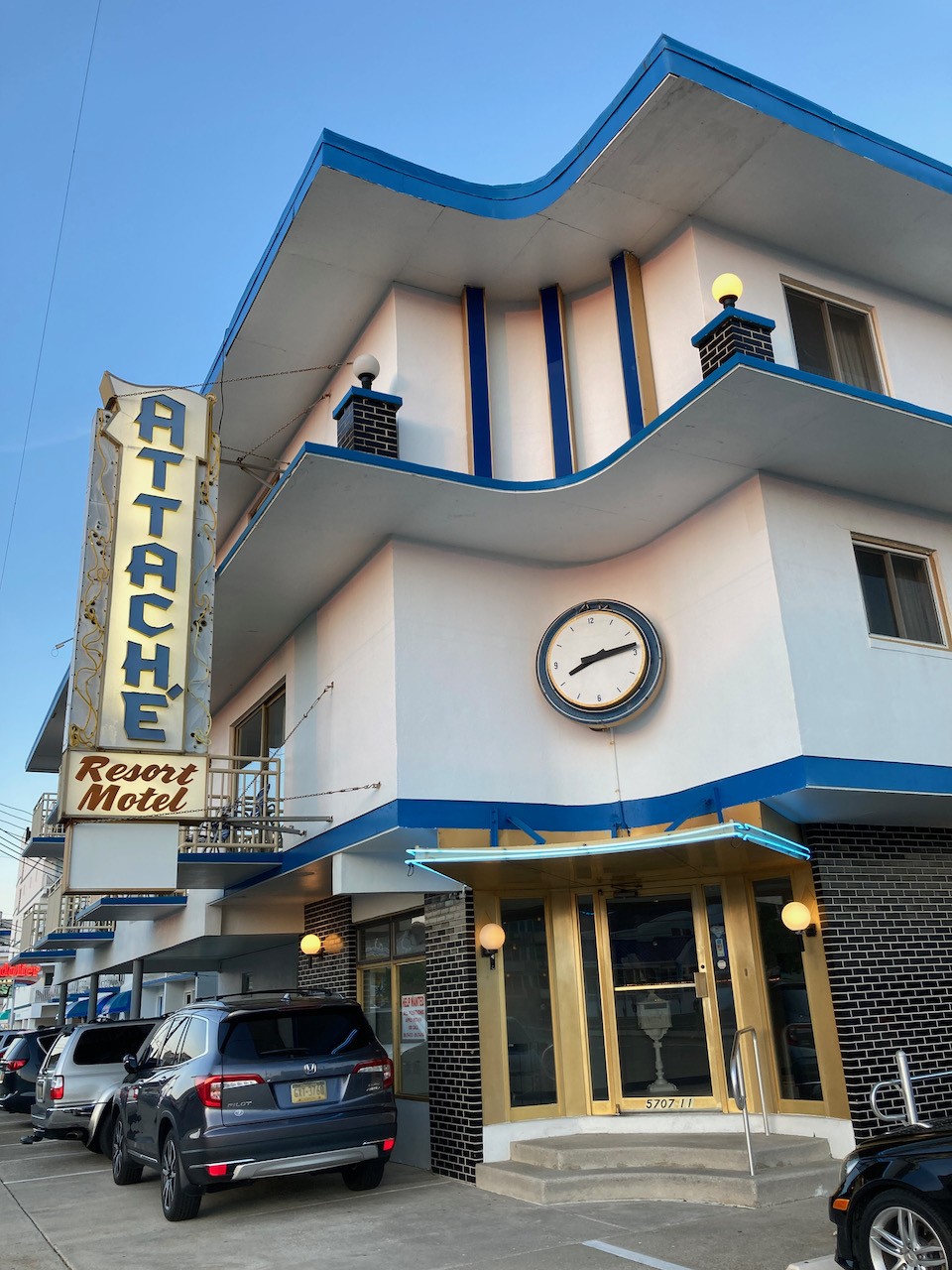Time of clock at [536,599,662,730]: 8:13
